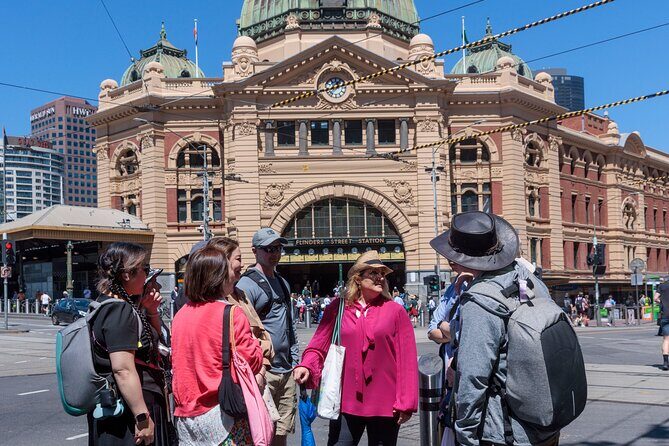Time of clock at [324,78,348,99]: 1:12
